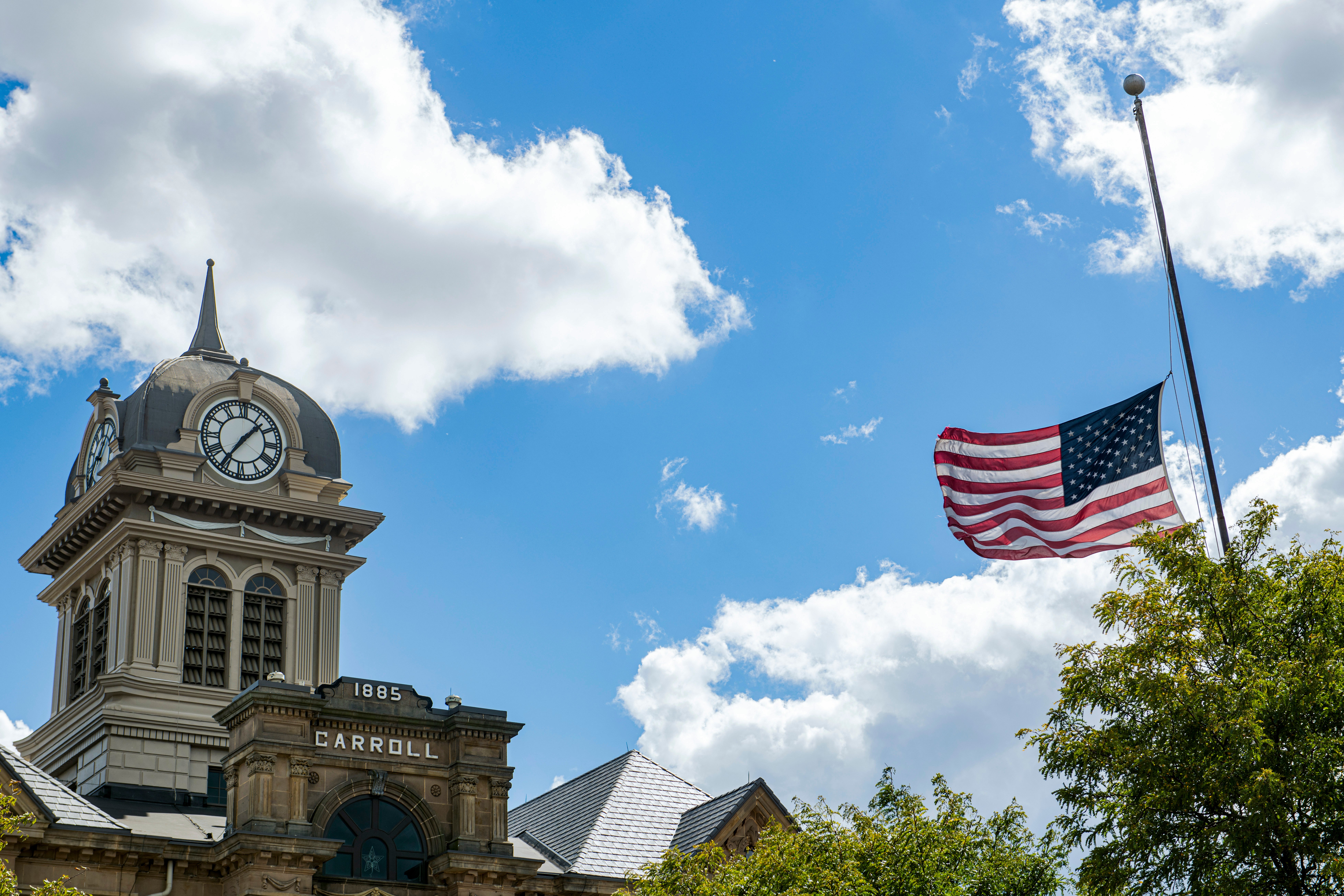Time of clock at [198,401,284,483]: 1:35
